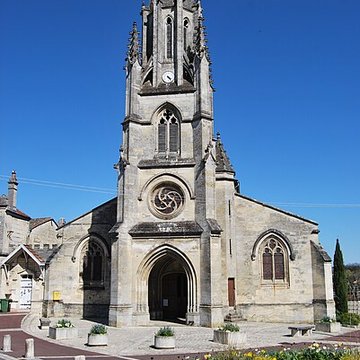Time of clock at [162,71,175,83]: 4:23
